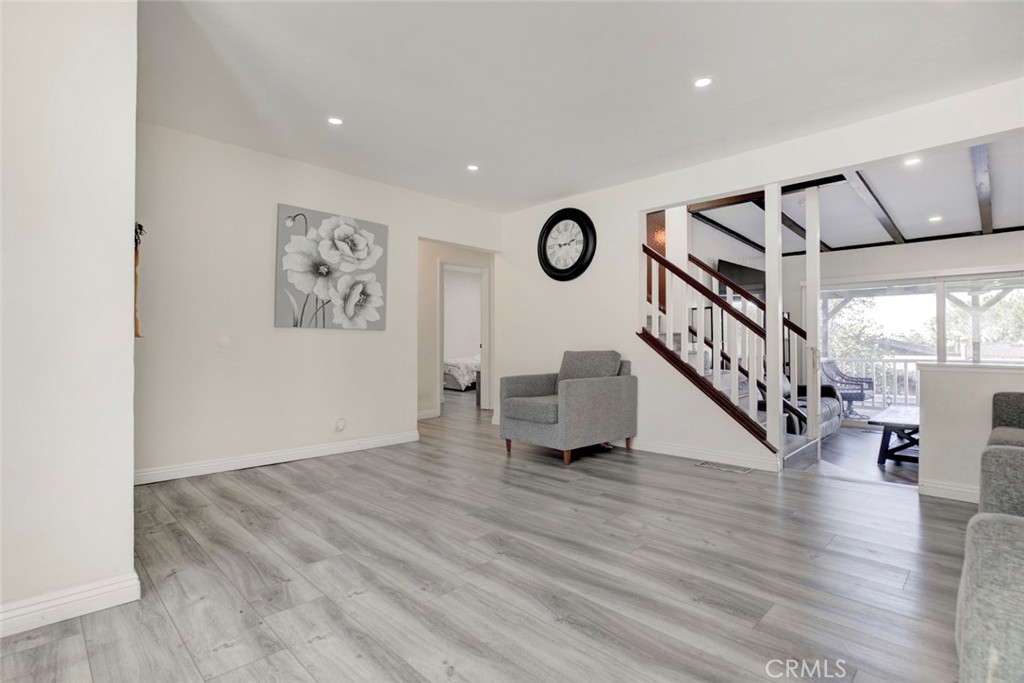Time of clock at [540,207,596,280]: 9:12
